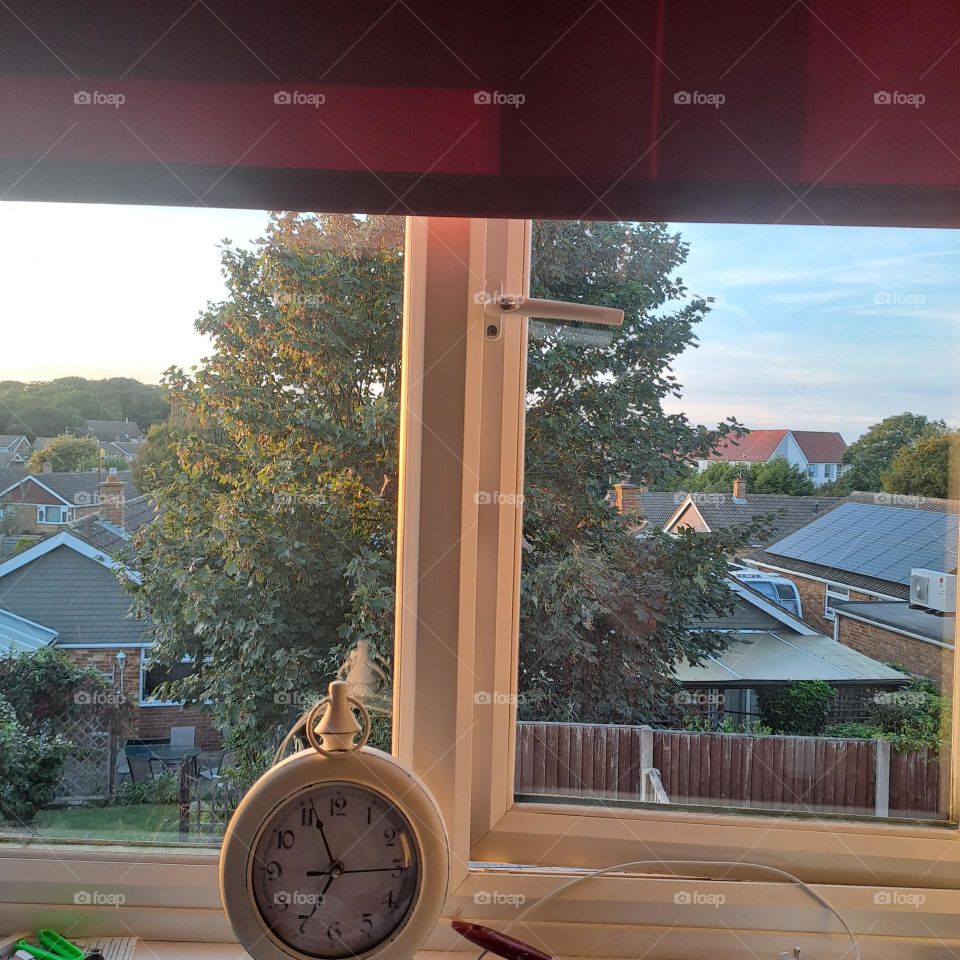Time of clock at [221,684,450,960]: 6:56
